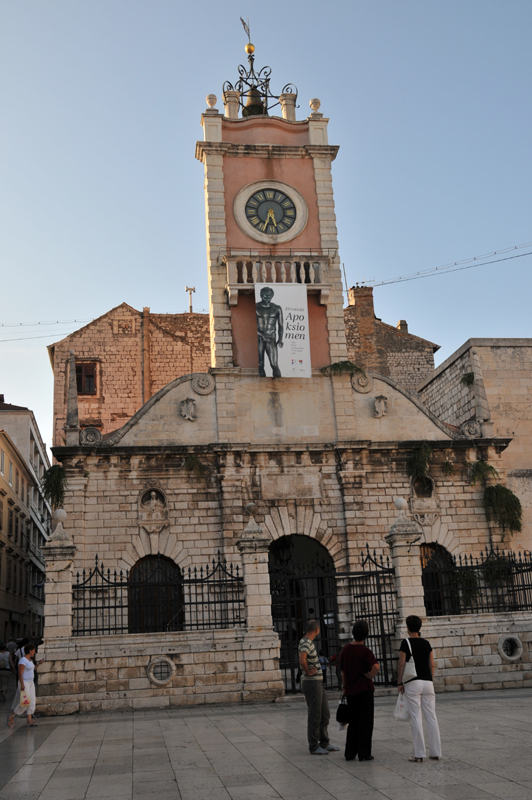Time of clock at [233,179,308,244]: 5:33
